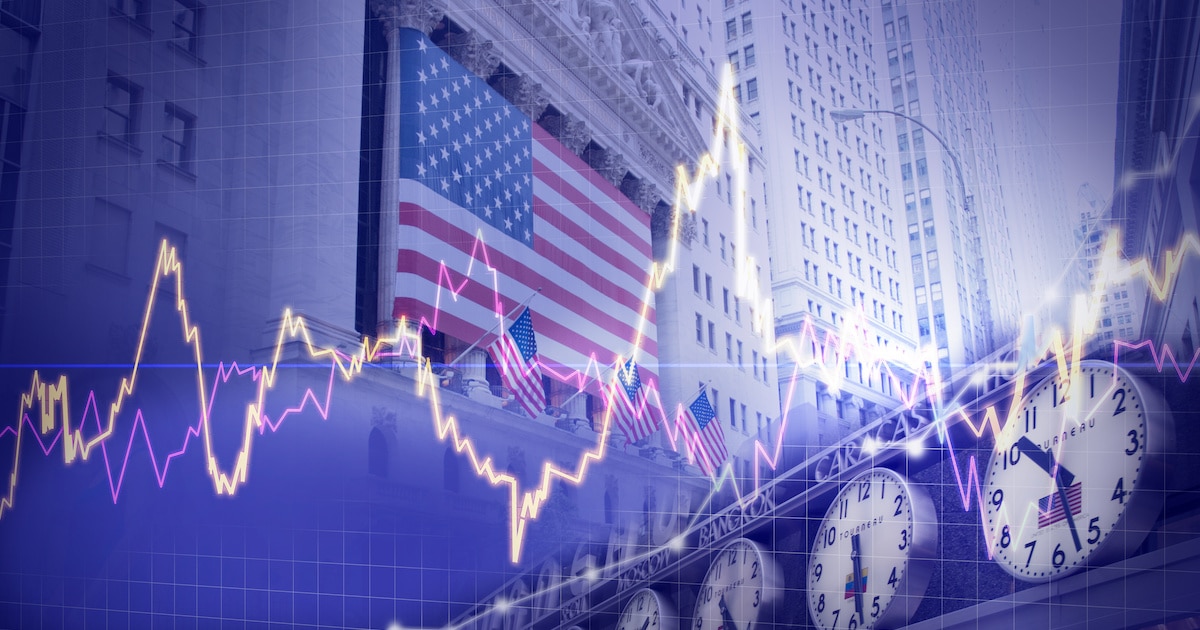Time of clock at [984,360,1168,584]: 10:27
